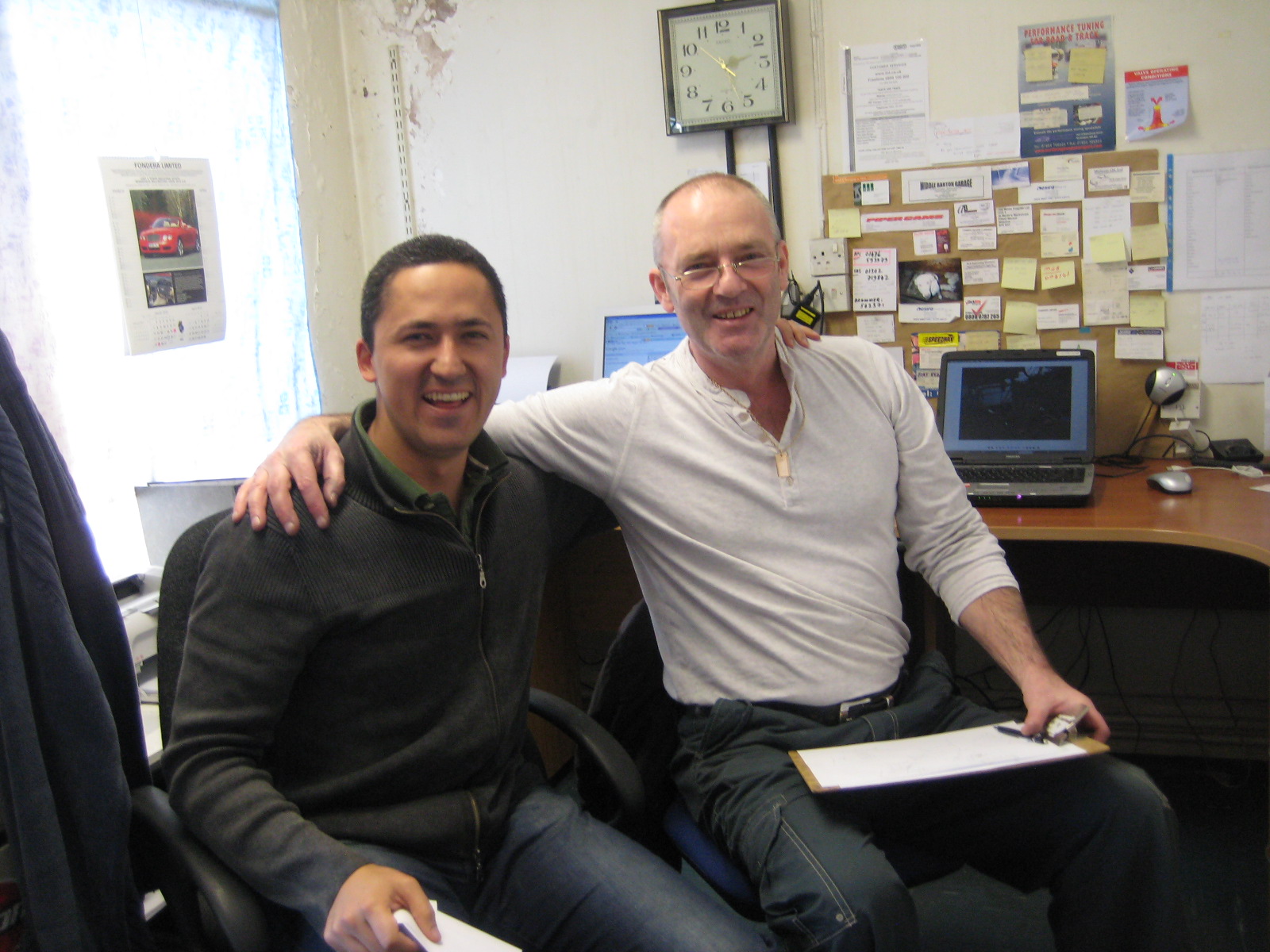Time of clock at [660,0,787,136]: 2:26
